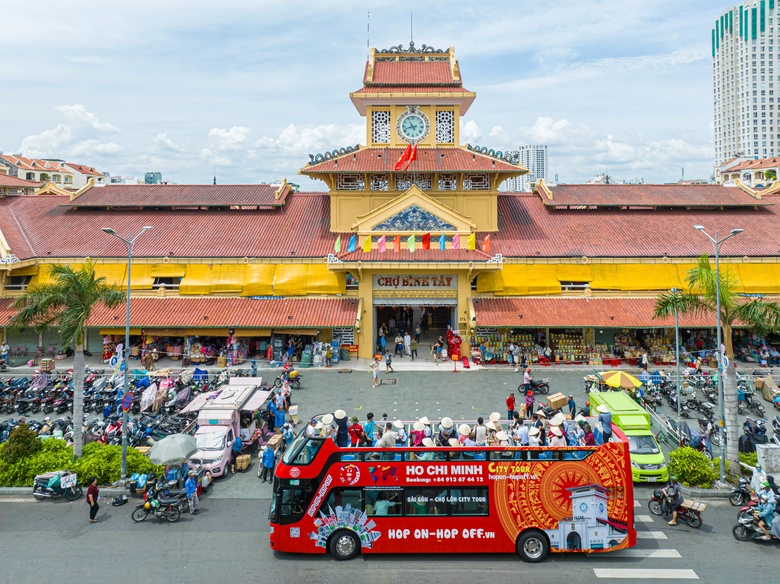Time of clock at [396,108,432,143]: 10:42
